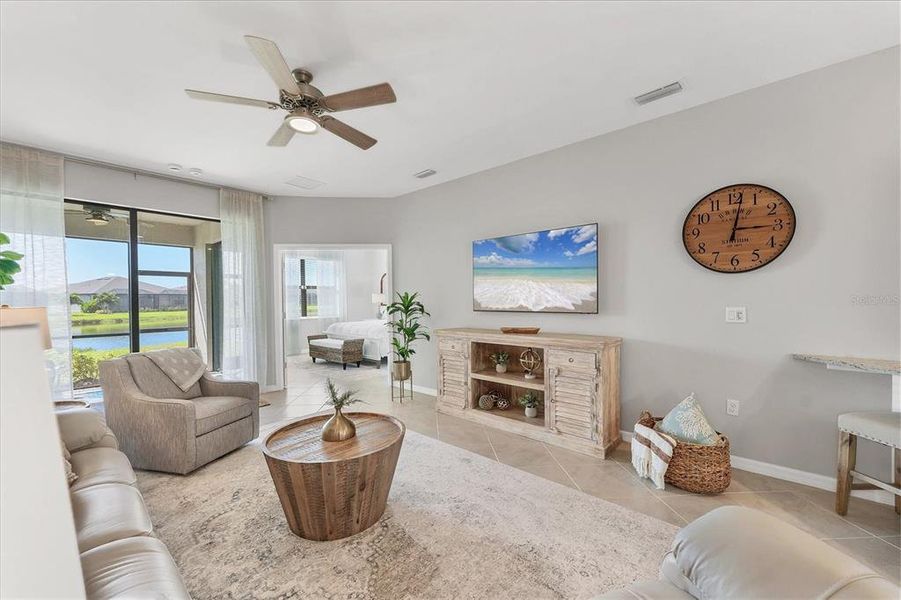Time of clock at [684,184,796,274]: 3:01
